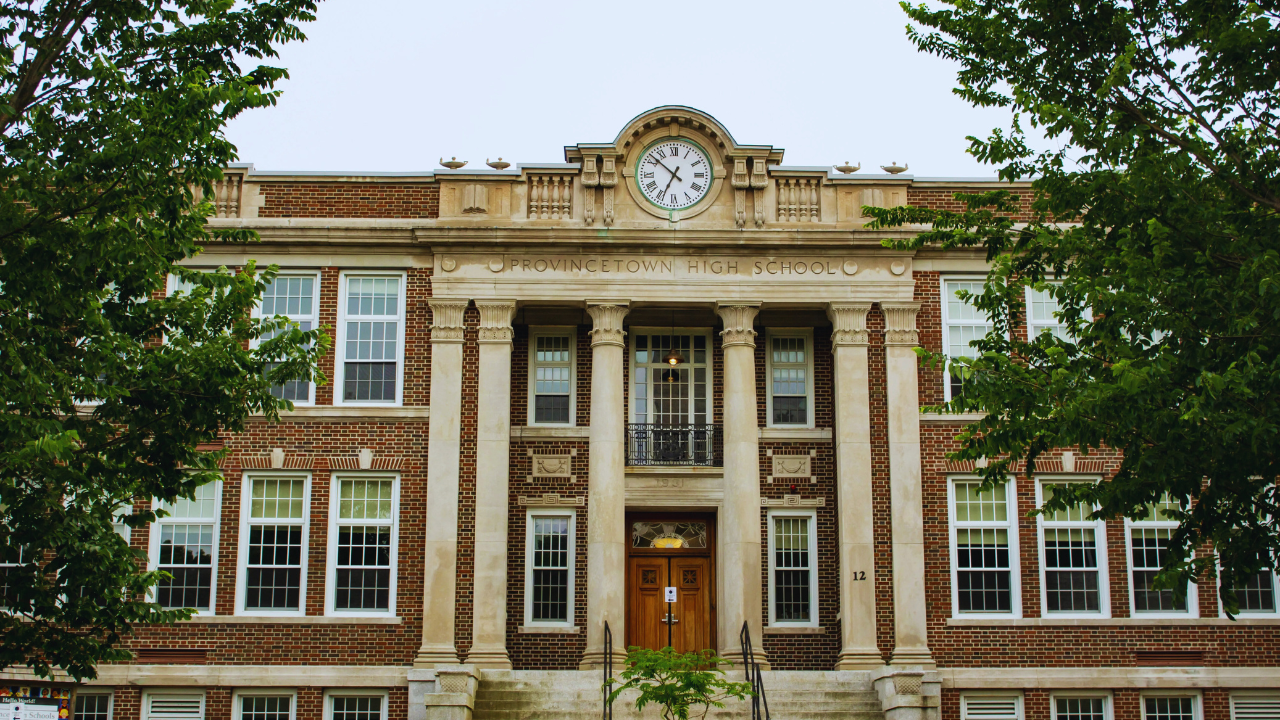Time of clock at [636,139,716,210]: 6:51
